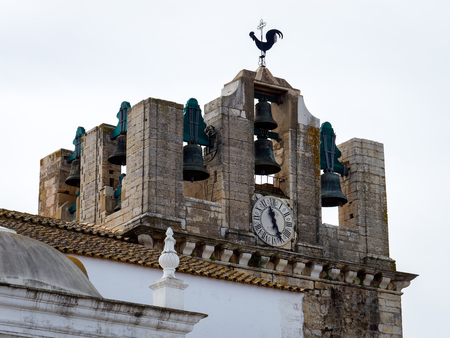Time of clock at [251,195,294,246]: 11:26
